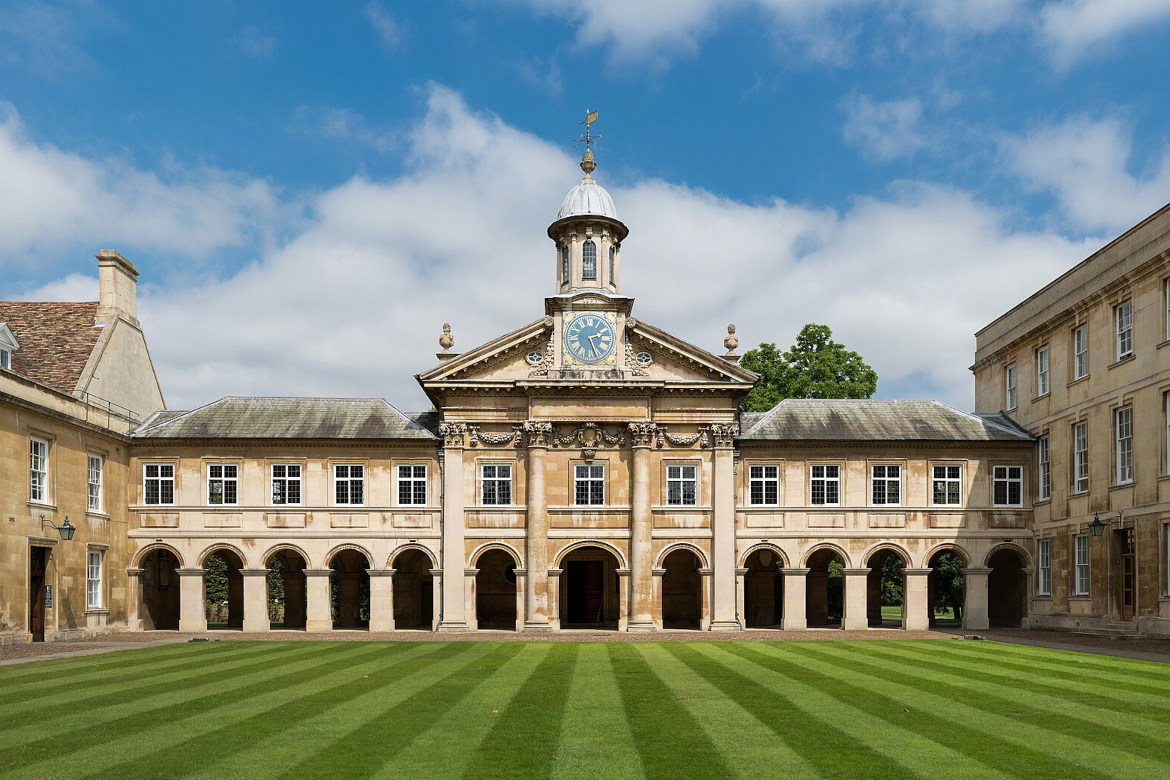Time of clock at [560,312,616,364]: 2:26
